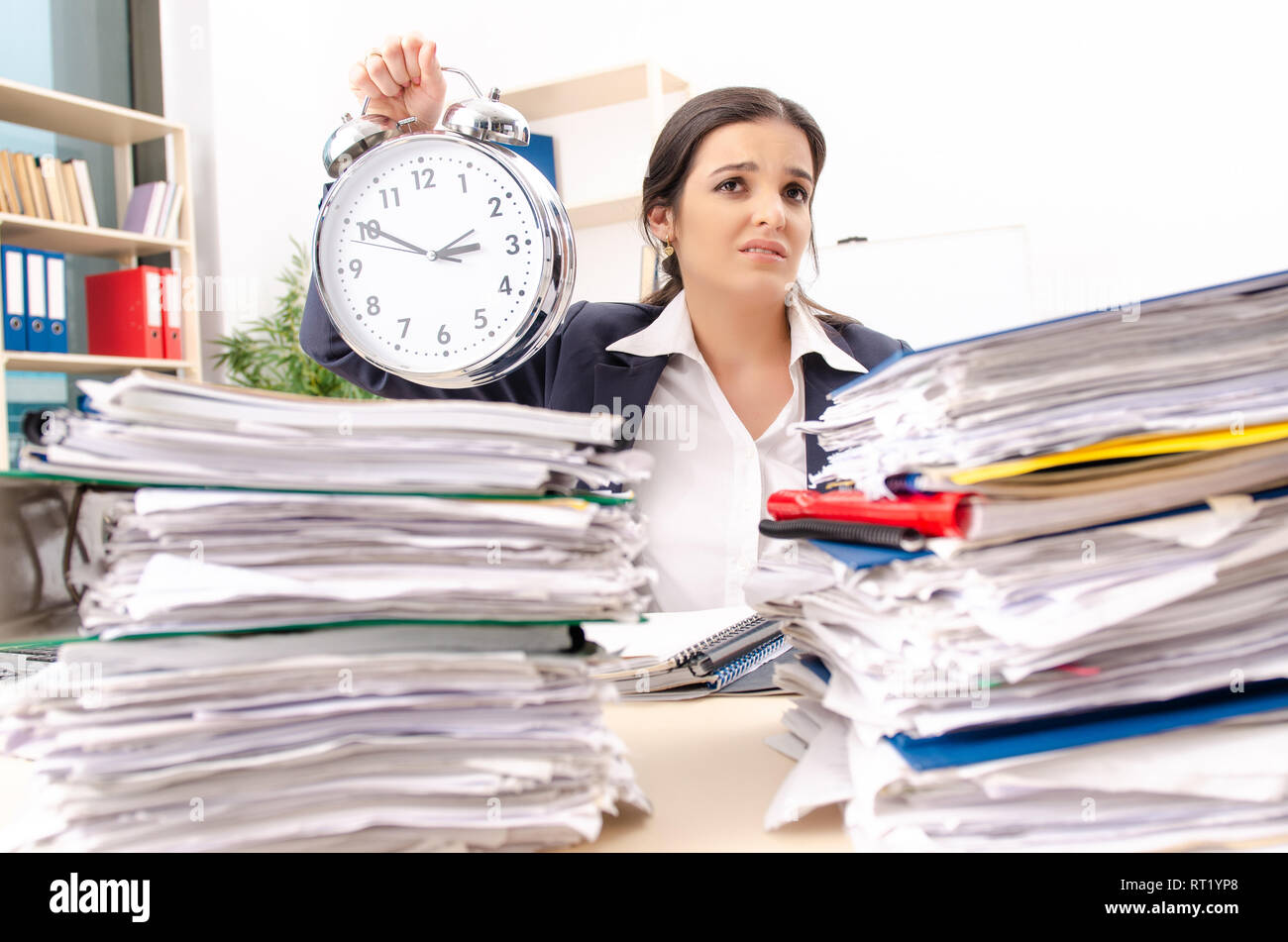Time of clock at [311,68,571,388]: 2:50
